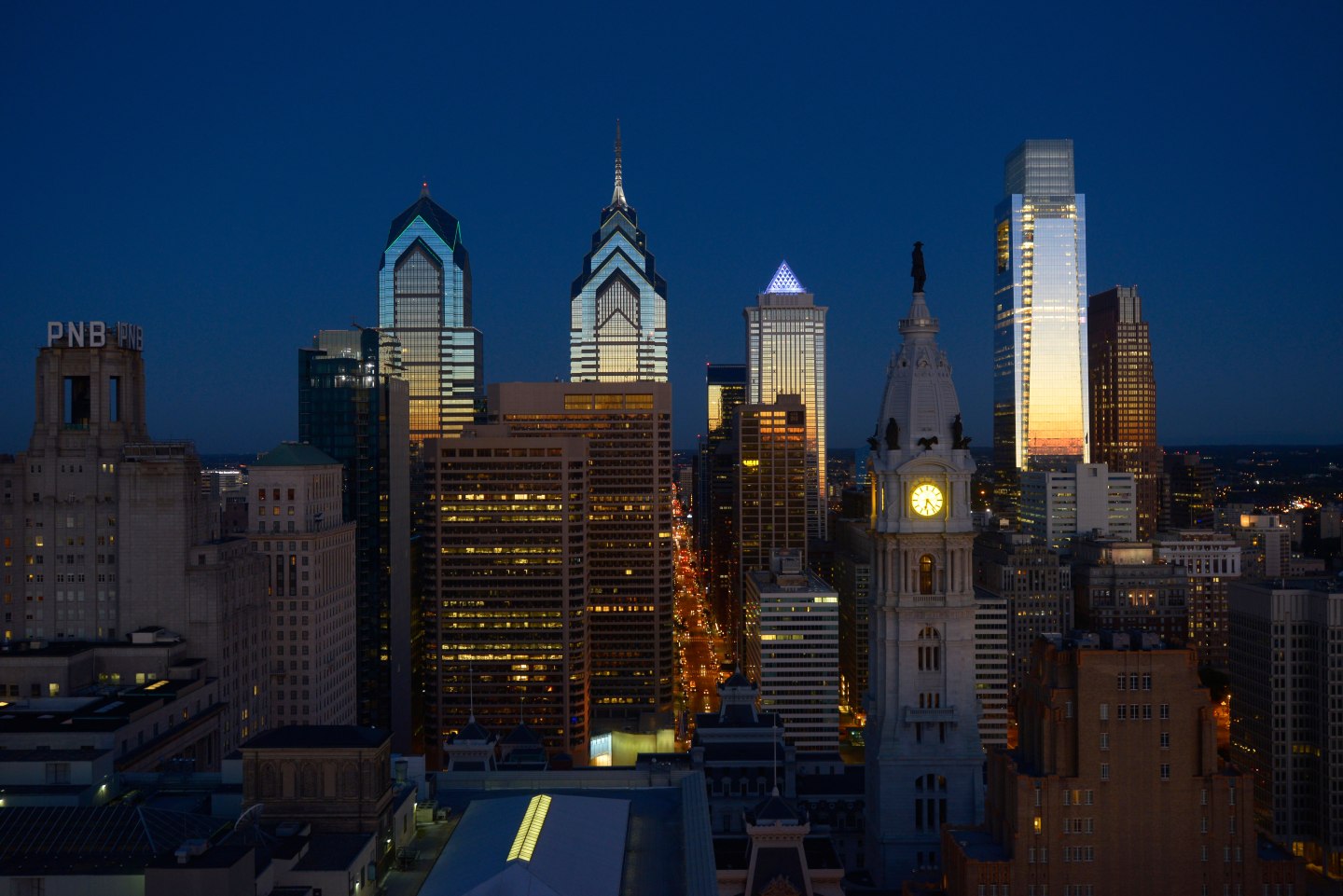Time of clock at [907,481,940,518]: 6:23
